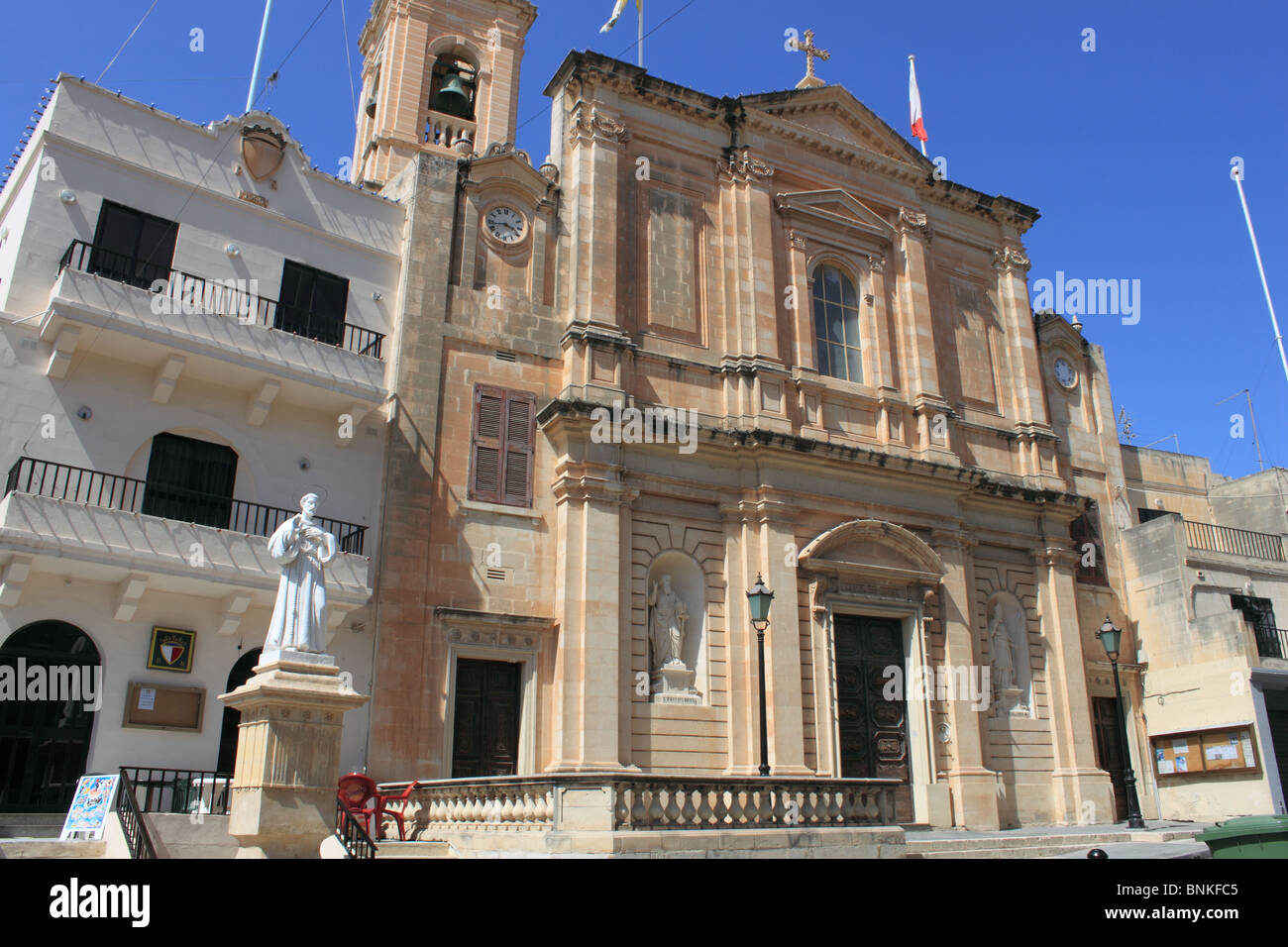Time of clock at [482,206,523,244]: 3:43
